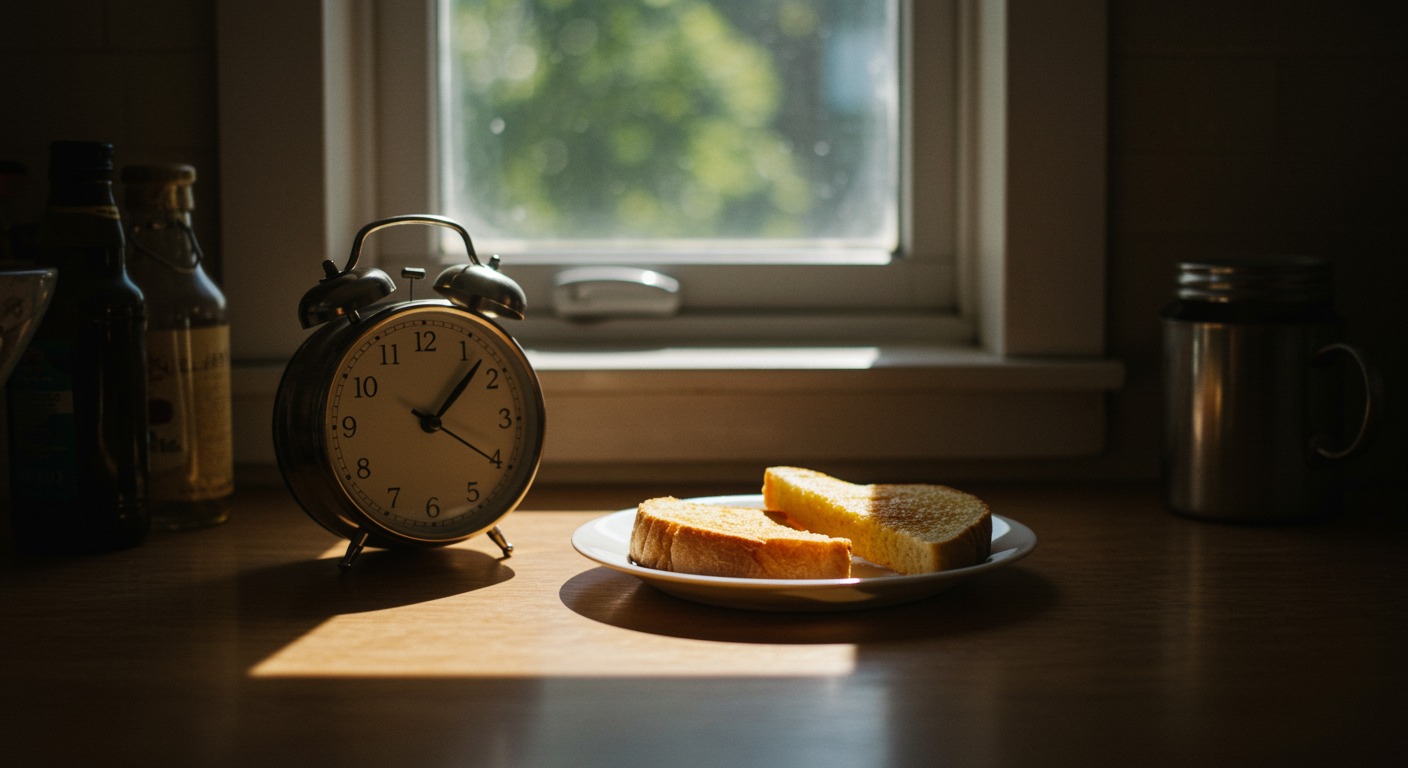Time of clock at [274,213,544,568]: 1:07
